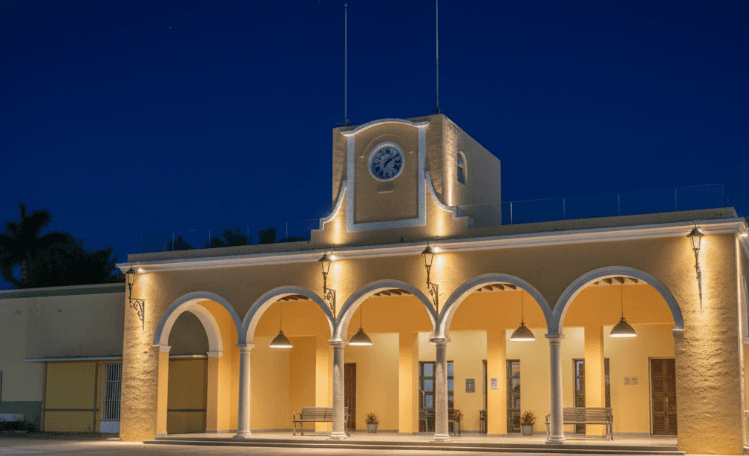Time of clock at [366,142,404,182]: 7:10
